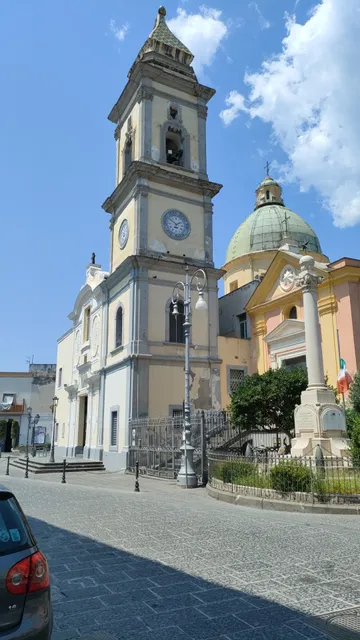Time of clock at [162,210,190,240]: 1:50
